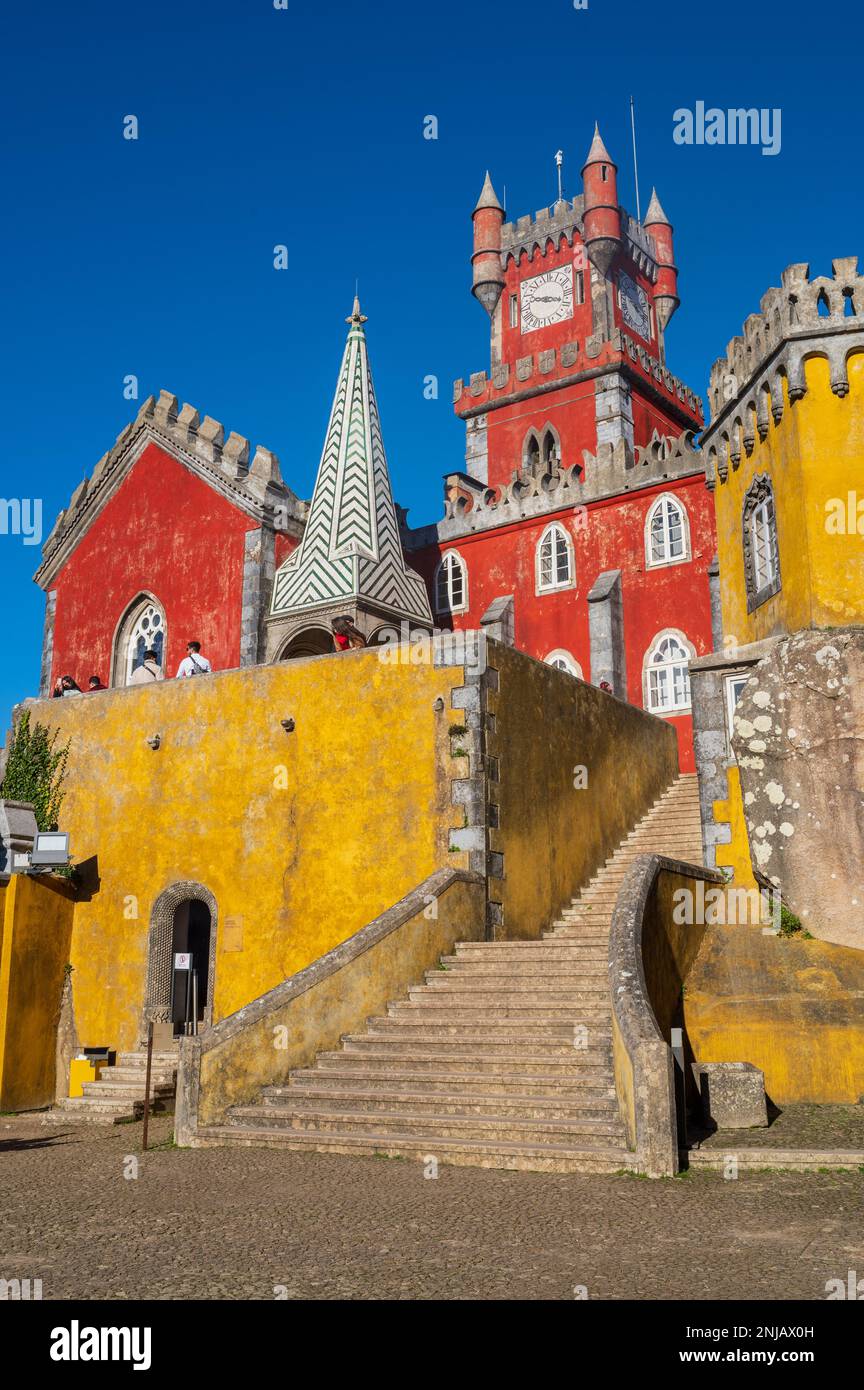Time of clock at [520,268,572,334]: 9:17
